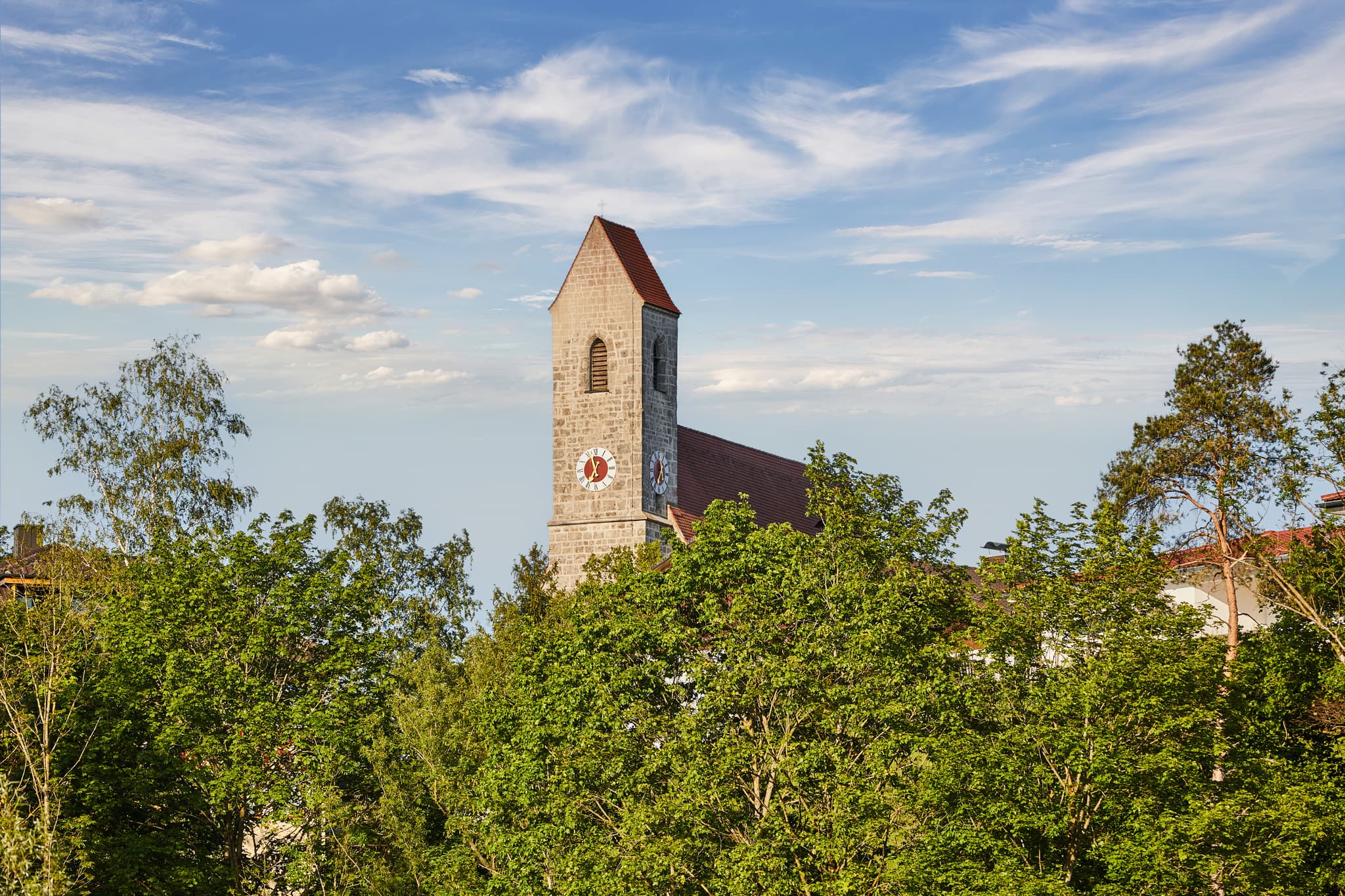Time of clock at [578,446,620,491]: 6:57
